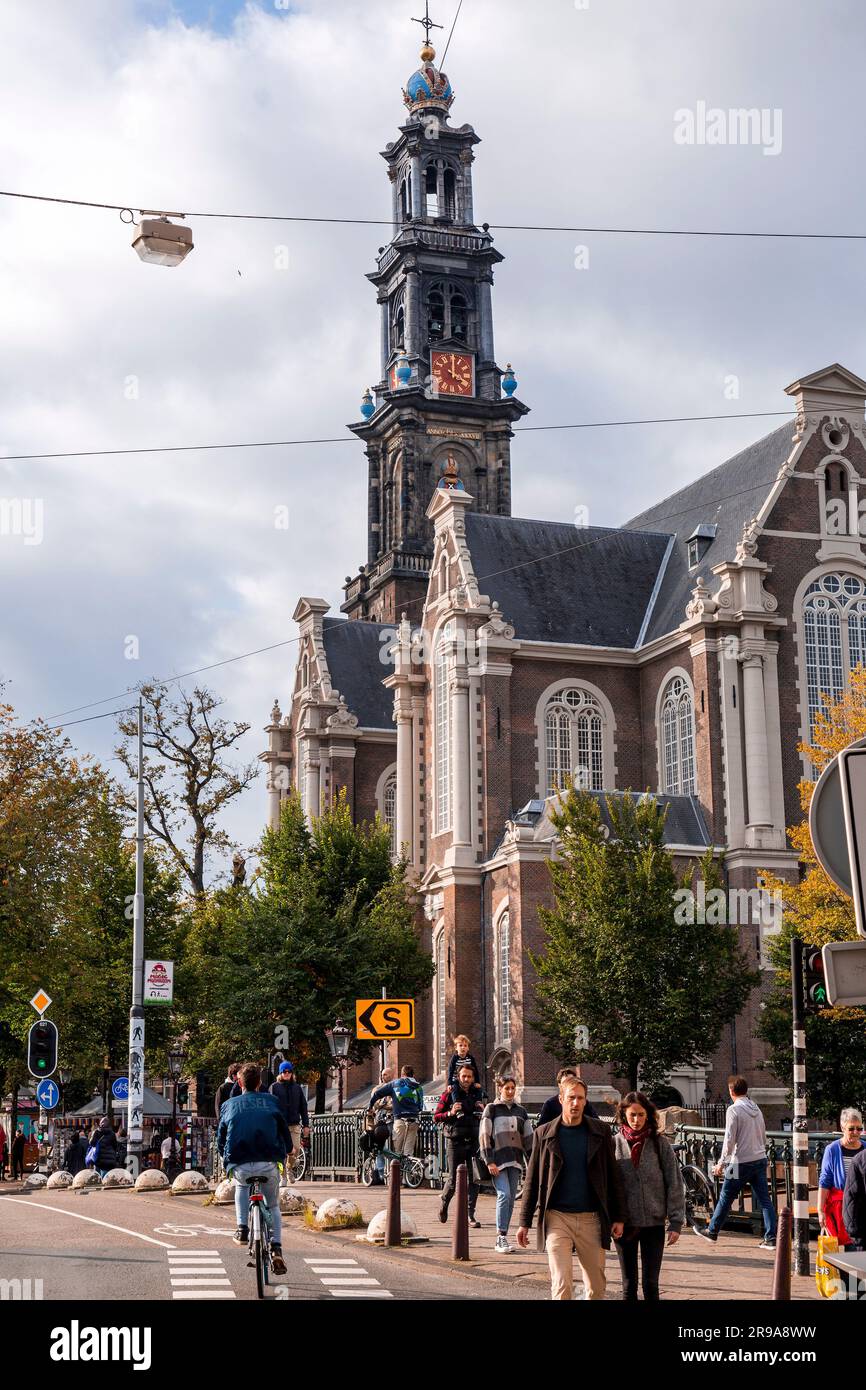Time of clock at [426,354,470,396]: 4:00
